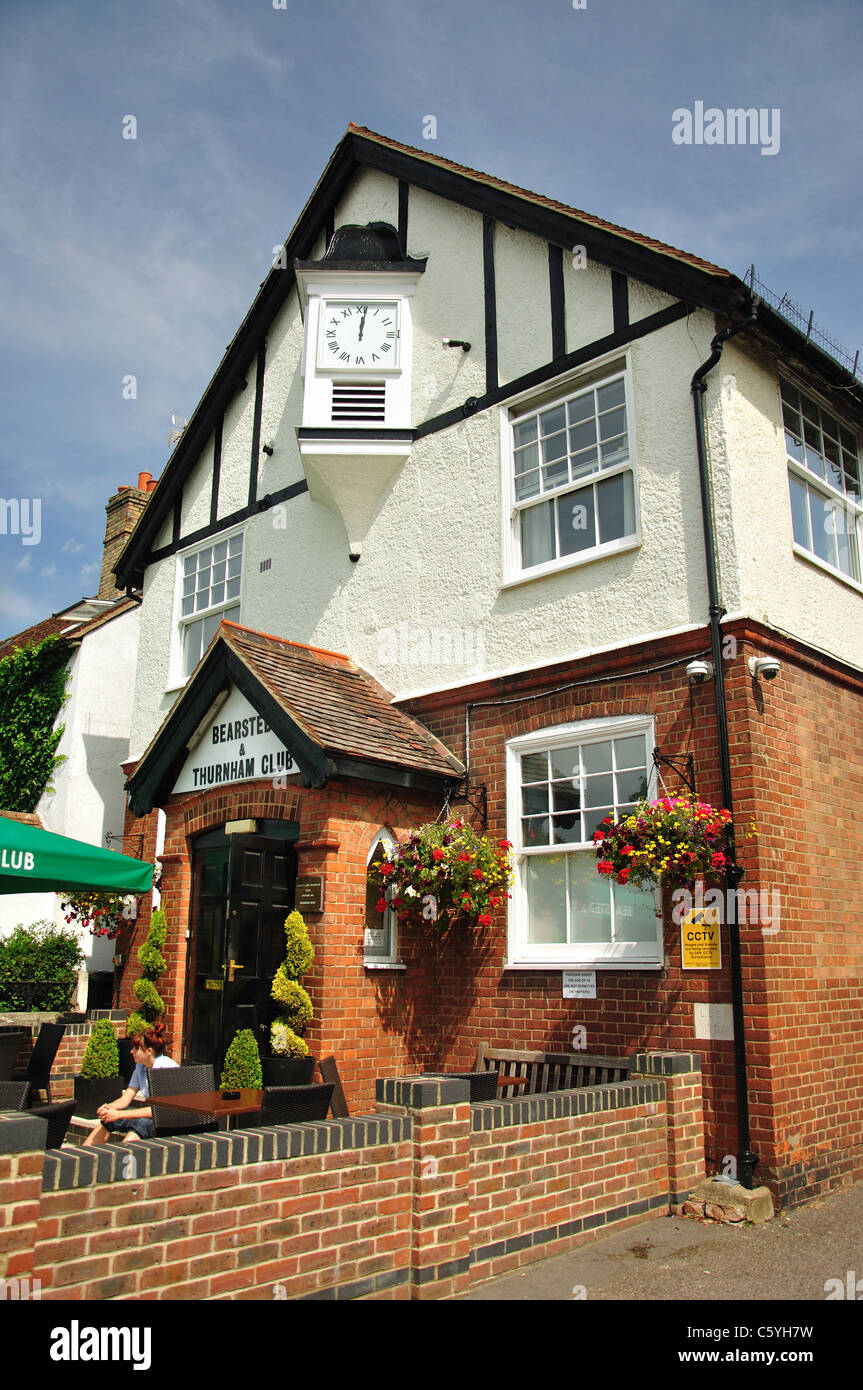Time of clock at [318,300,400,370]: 12:01
